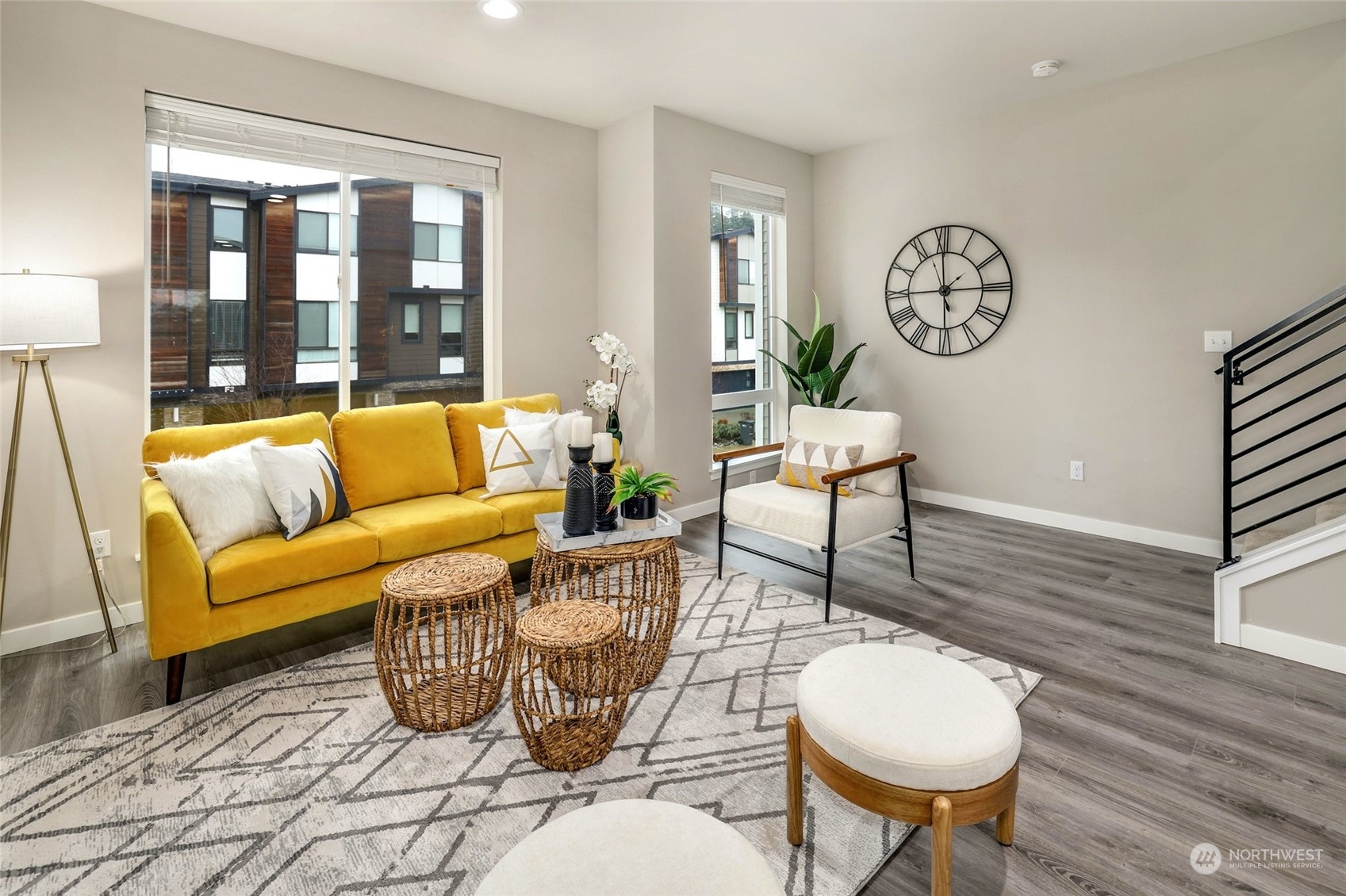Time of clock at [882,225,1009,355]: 2:59
